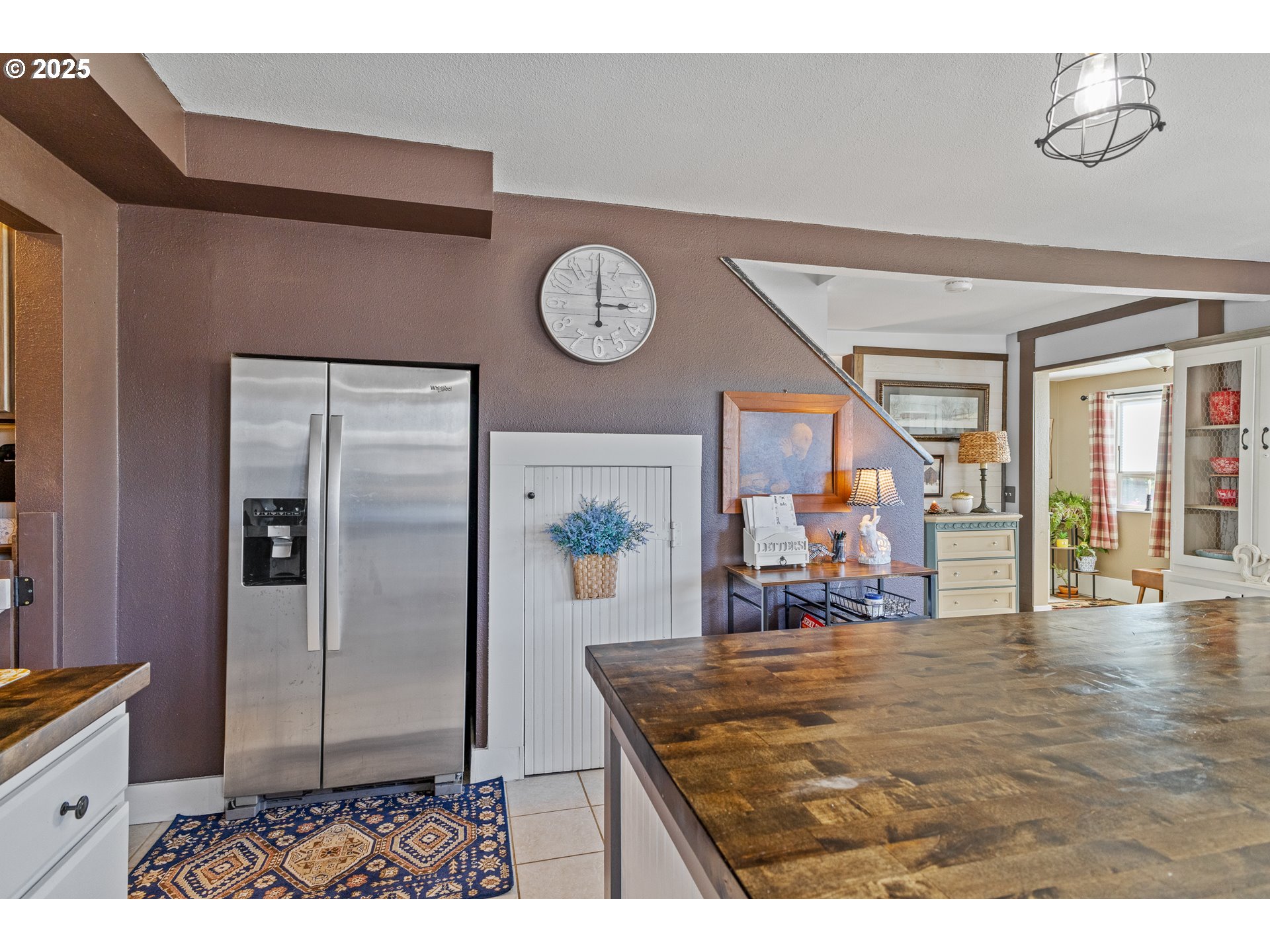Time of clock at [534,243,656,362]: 3:00
